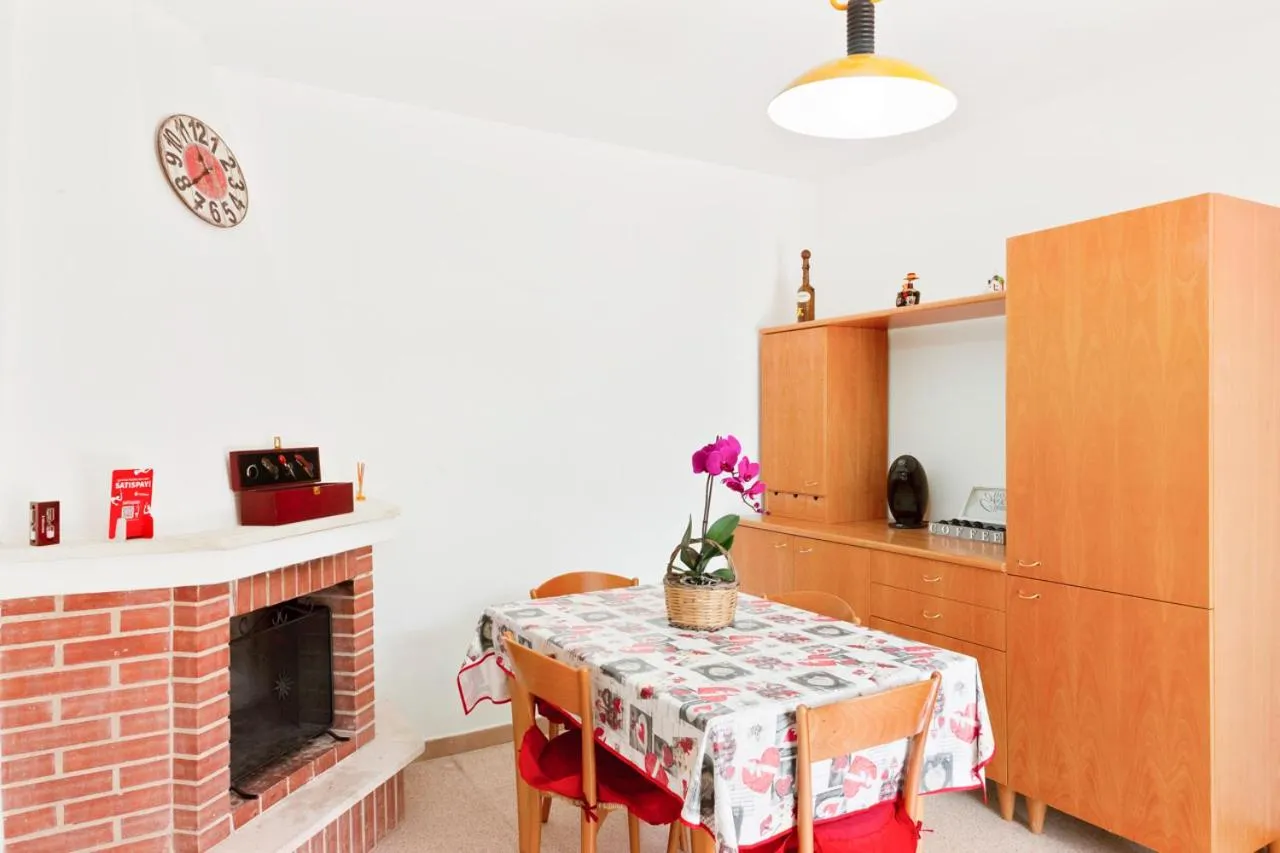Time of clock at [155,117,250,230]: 11:38
